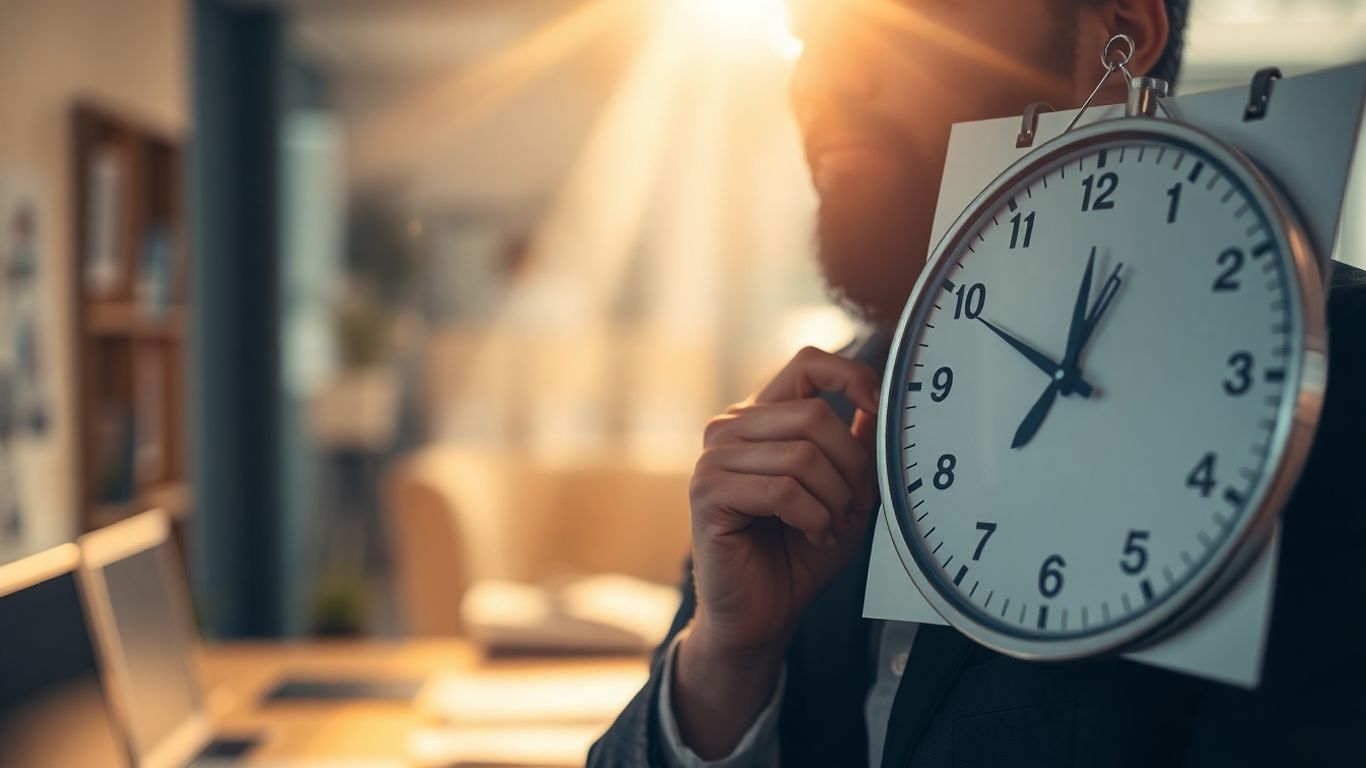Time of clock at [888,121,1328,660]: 12:49
